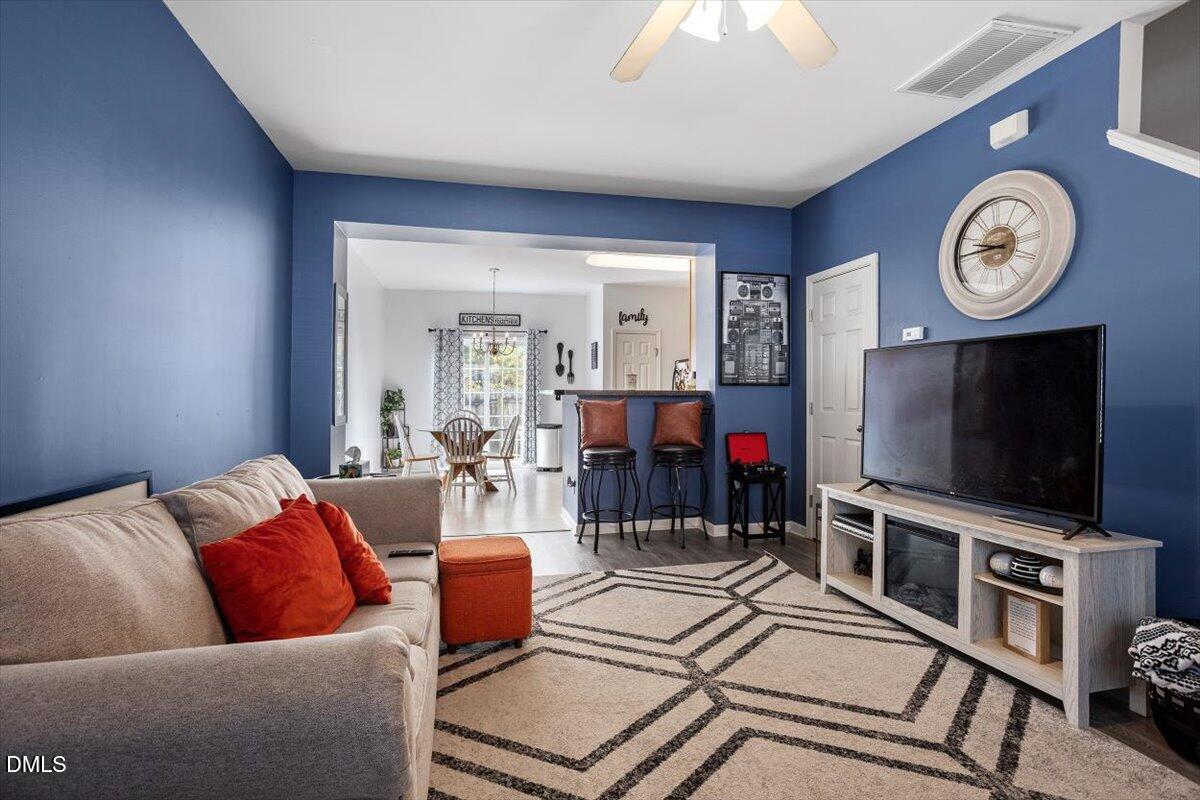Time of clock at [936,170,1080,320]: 8:45
